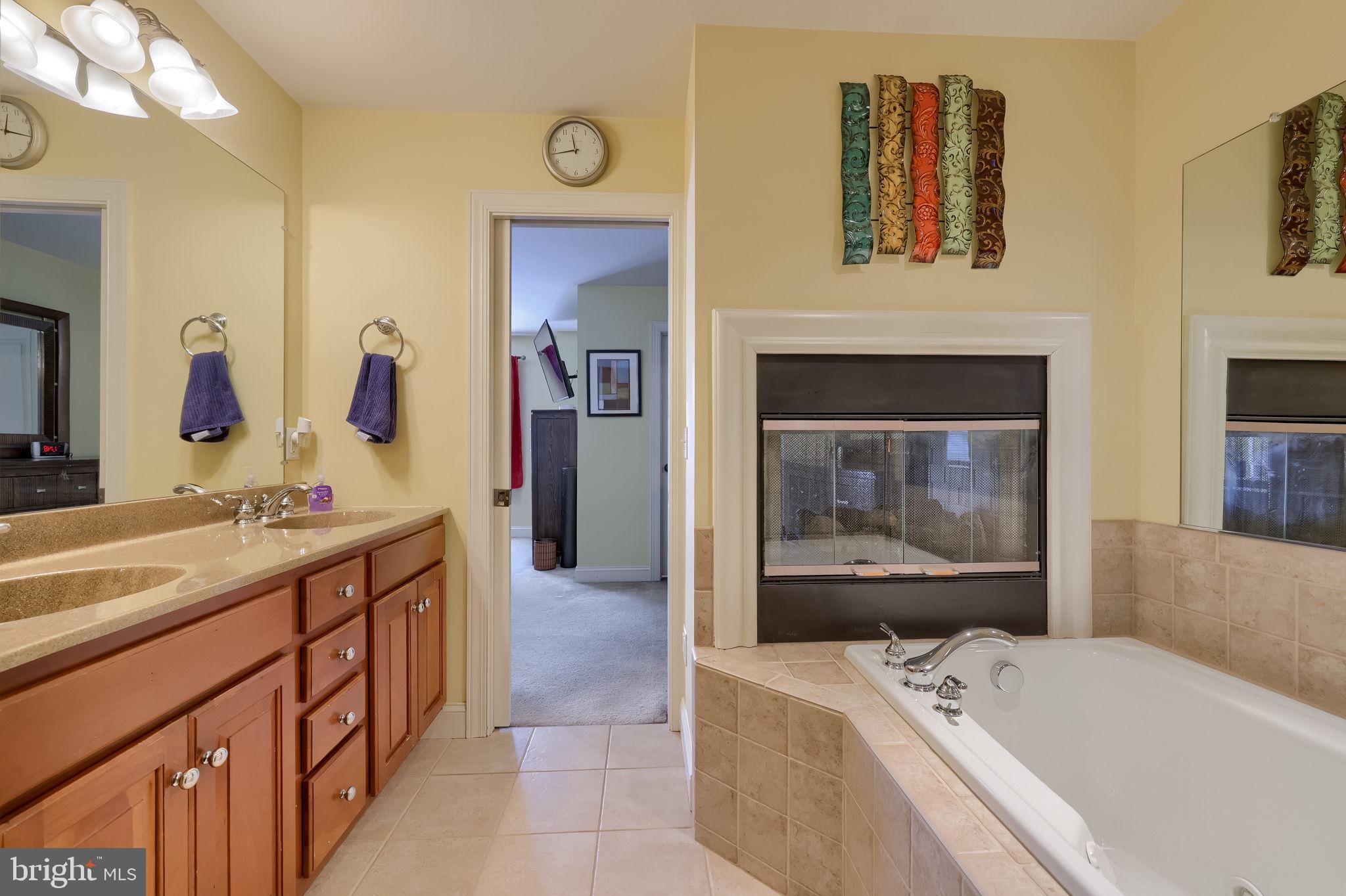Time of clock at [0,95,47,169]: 12:17
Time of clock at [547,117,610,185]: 11:43
